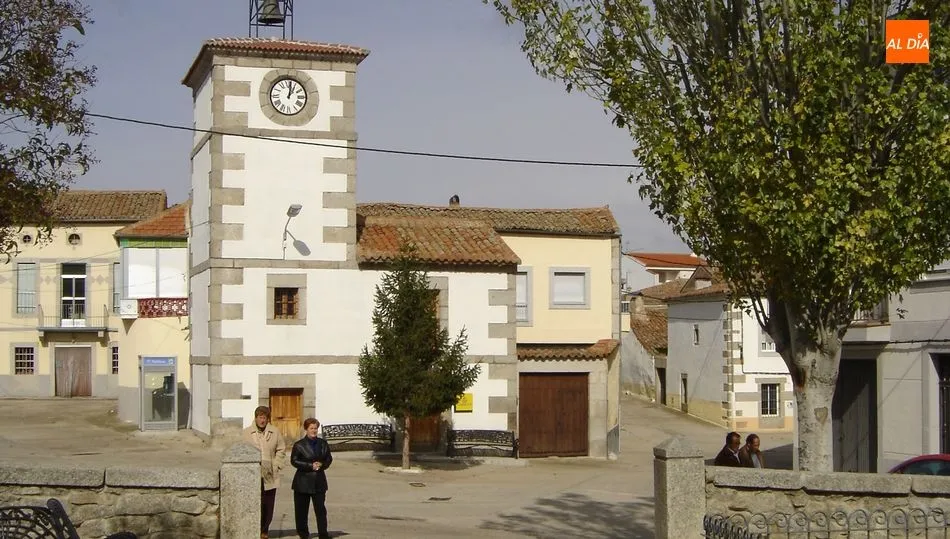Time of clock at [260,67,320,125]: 1:01
